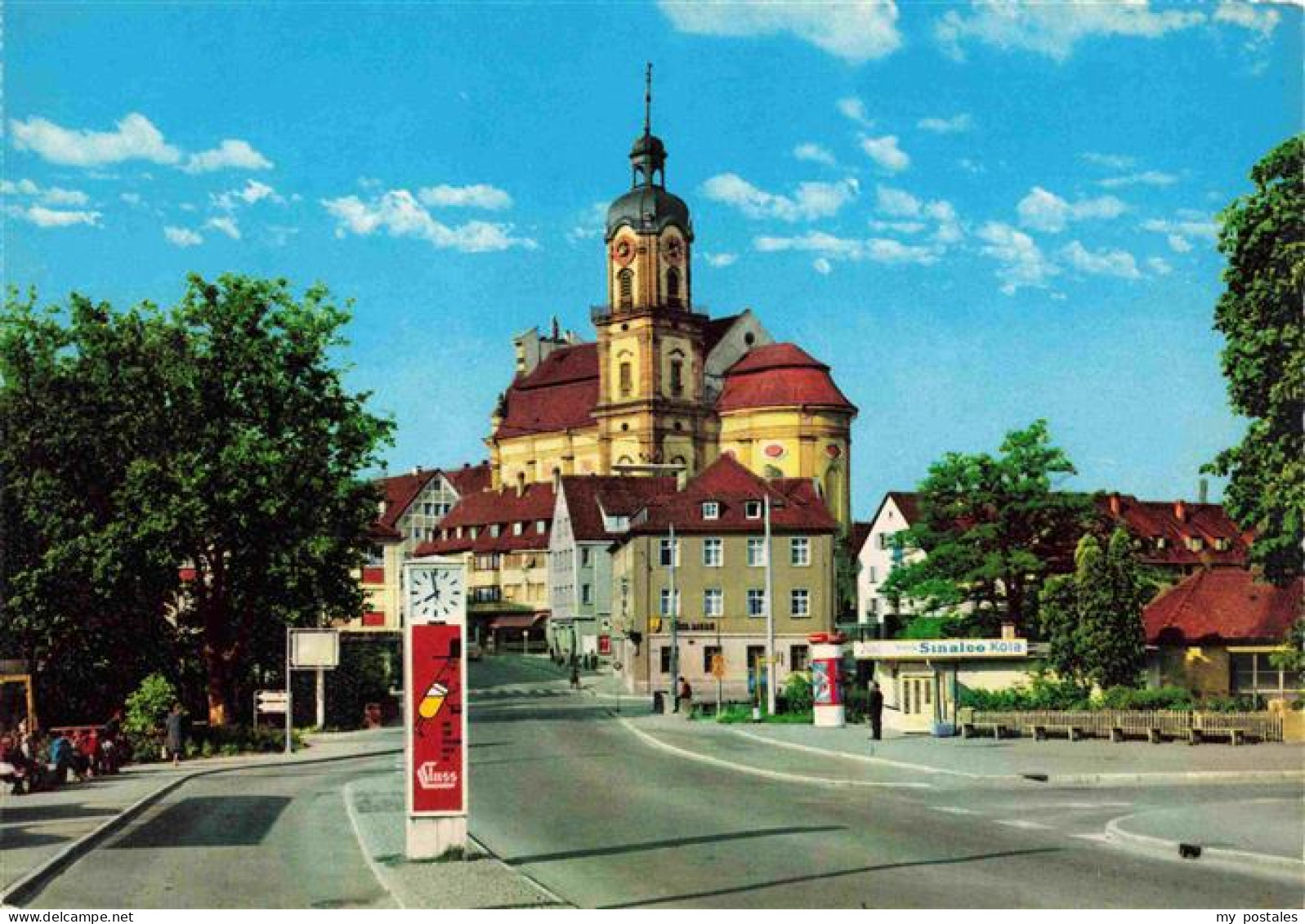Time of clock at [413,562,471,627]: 7:58
